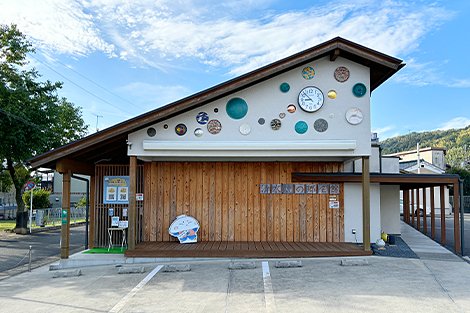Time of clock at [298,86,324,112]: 8:52
